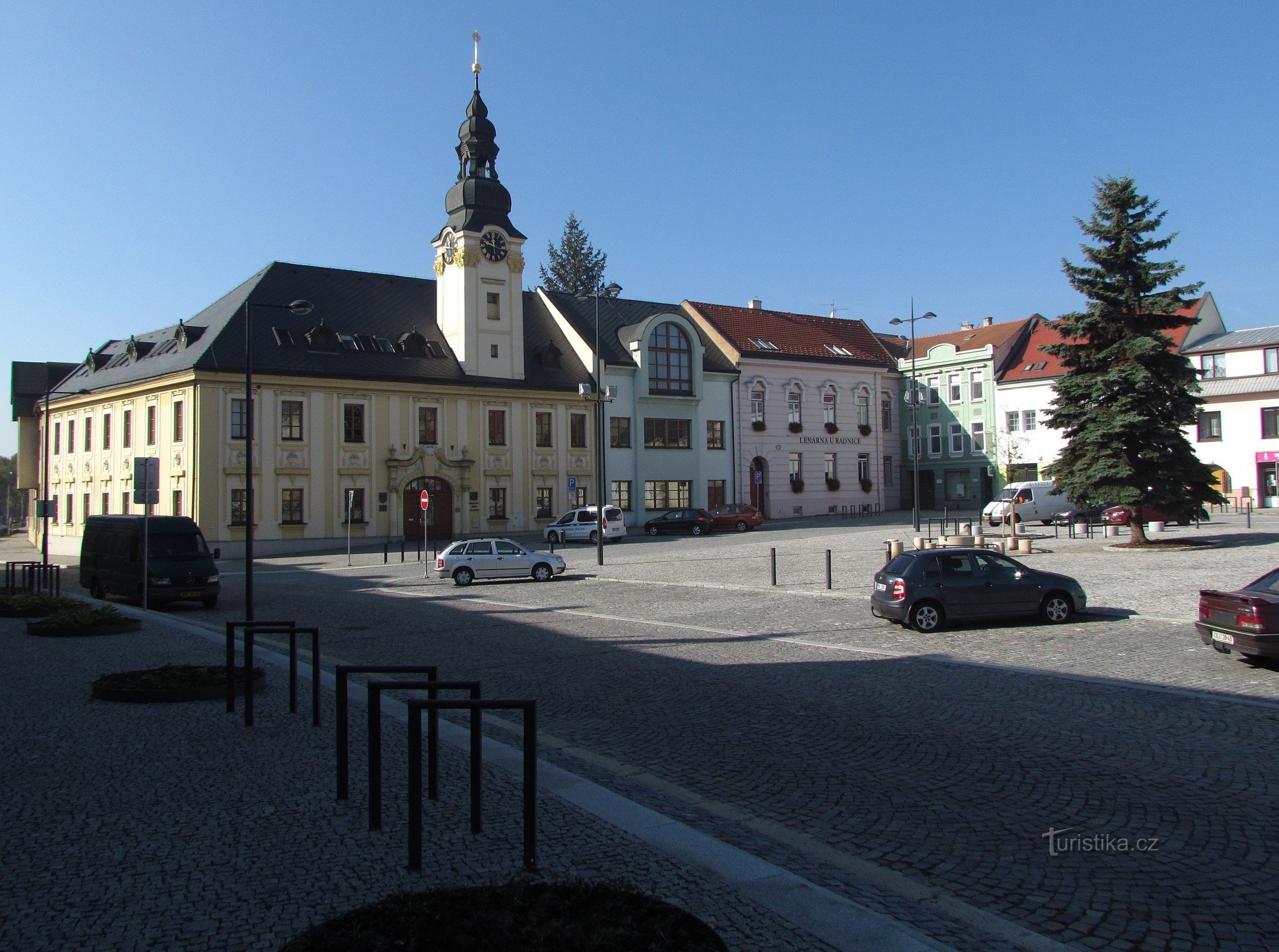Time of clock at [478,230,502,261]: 11:48
